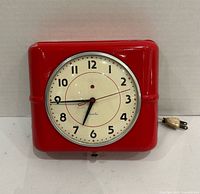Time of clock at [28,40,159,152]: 6:44
